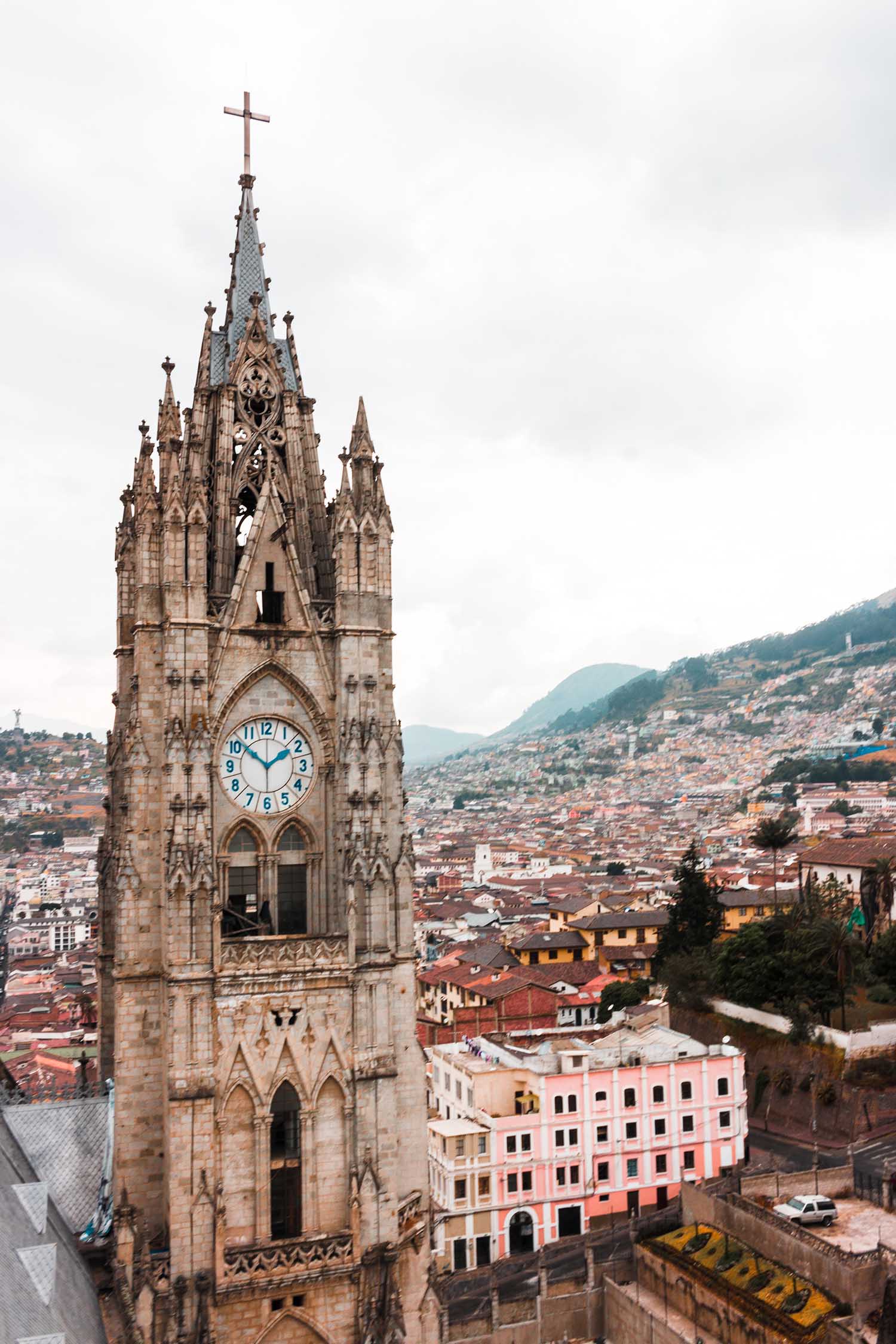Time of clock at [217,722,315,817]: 1:51
